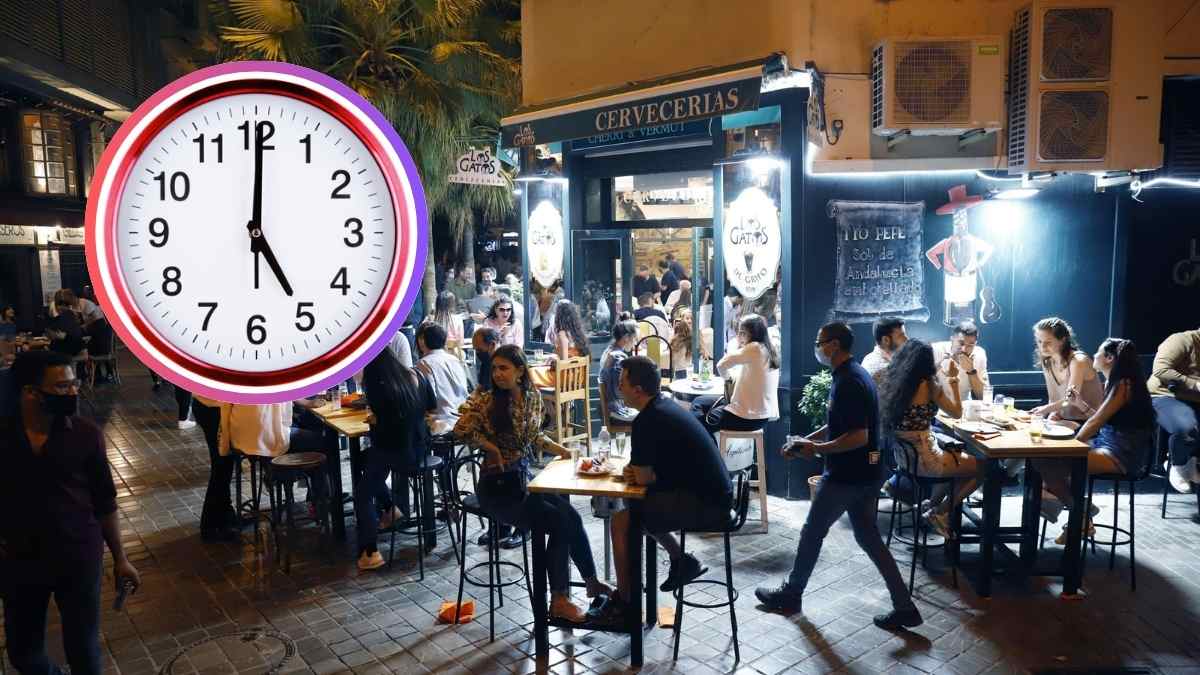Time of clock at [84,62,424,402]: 5:00
